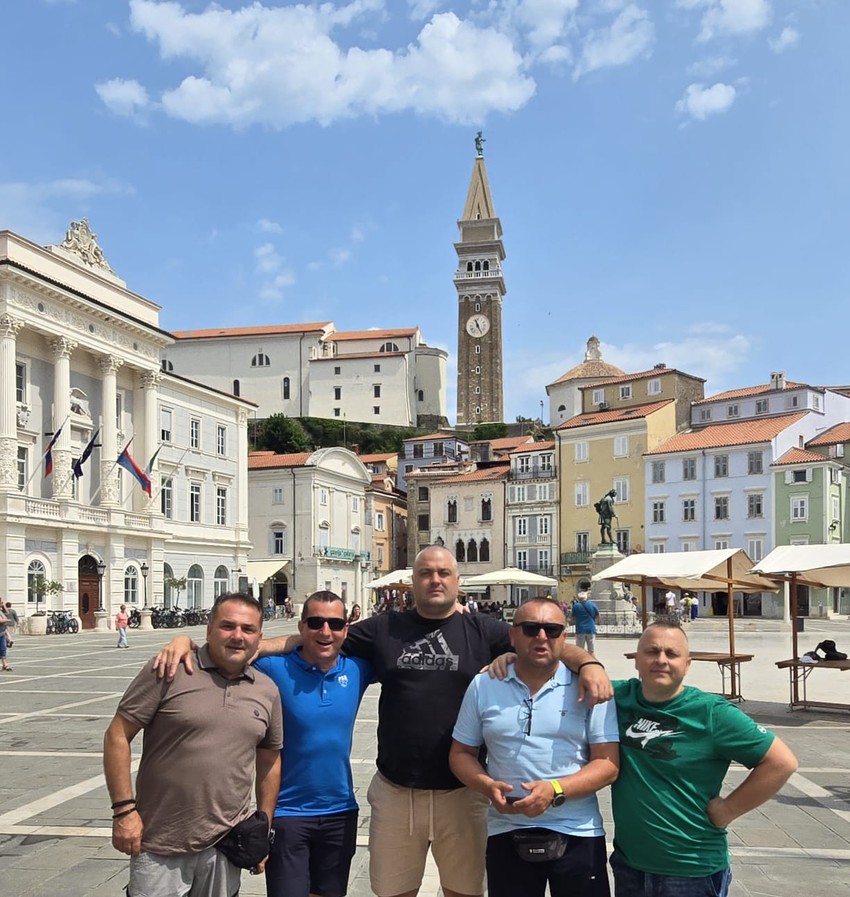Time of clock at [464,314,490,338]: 11:25
